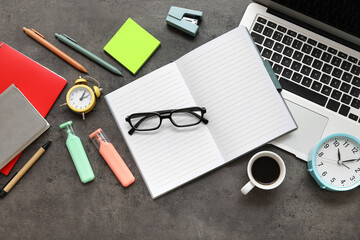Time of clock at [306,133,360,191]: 12:14
